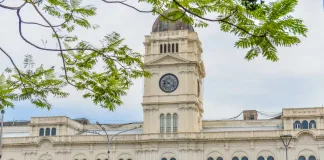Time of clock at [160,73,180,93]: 8:21
